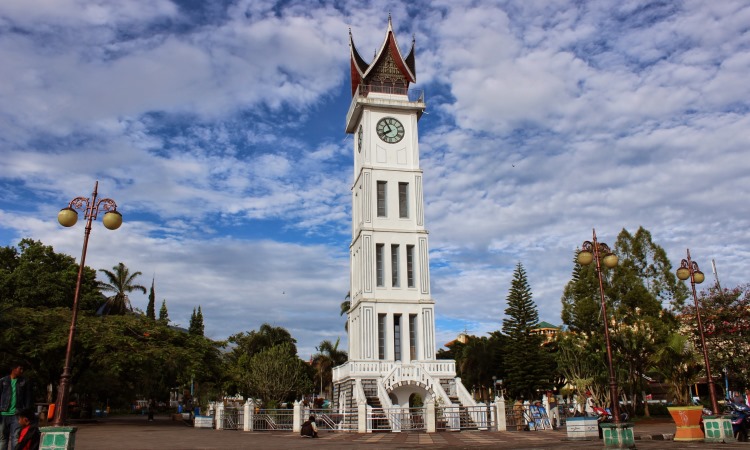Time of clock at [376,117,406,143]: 7:54
